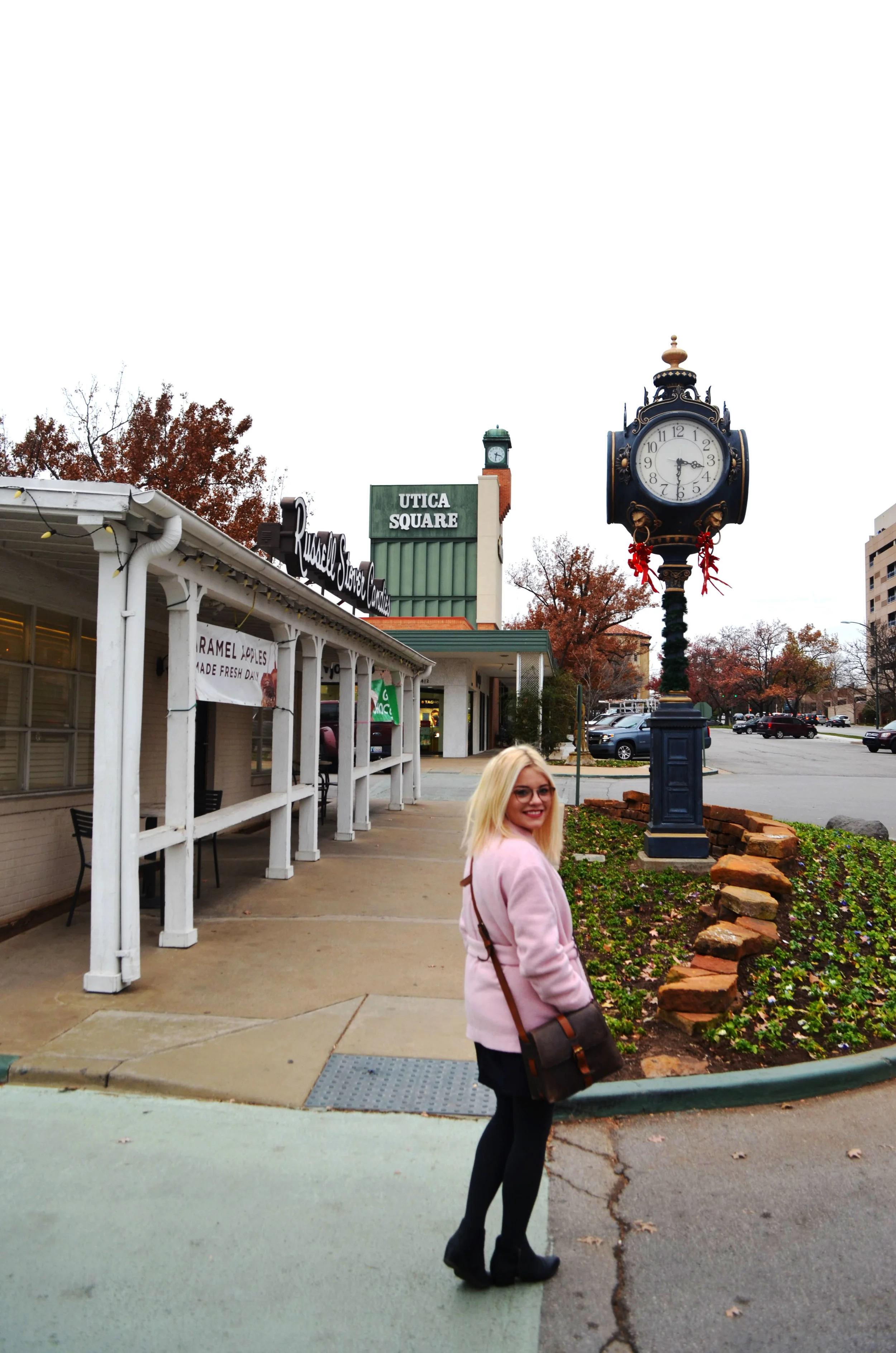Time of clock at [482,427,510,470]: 3:32
